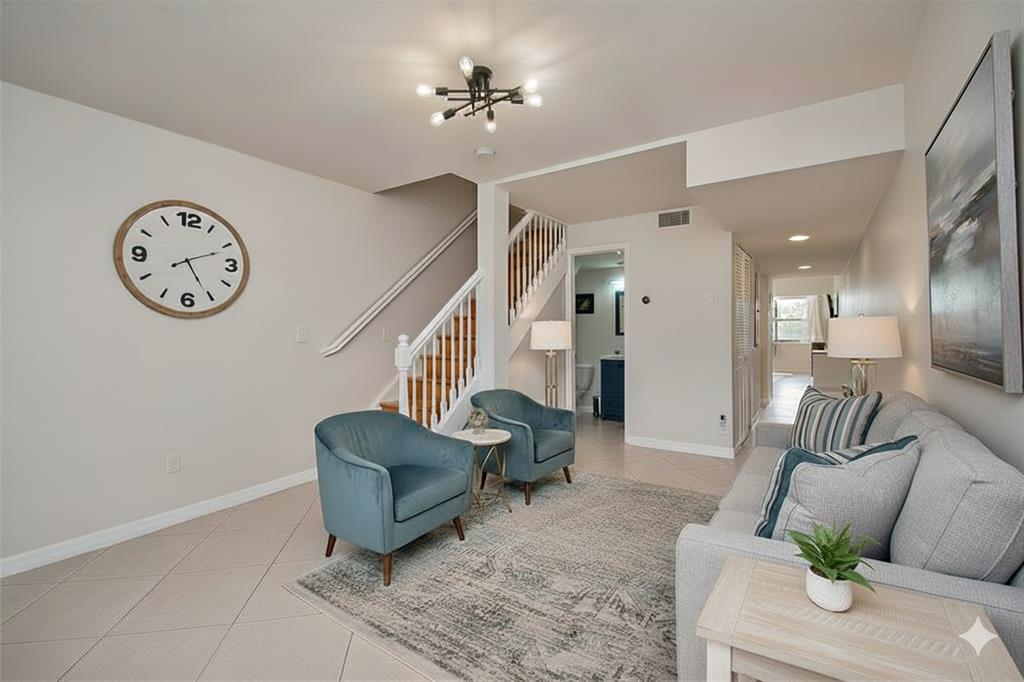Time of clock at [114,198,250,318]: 5:11
